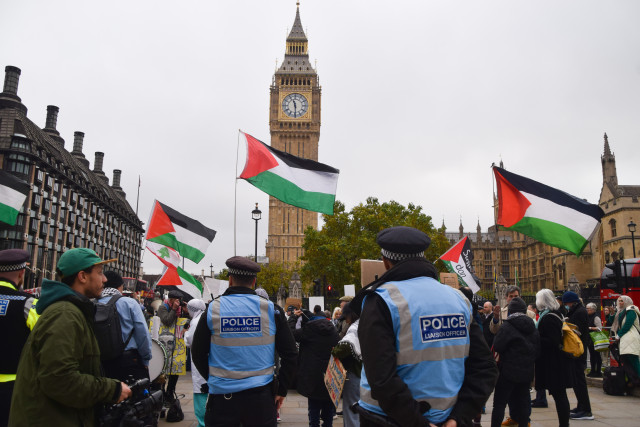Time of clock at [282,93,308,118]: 11:29
